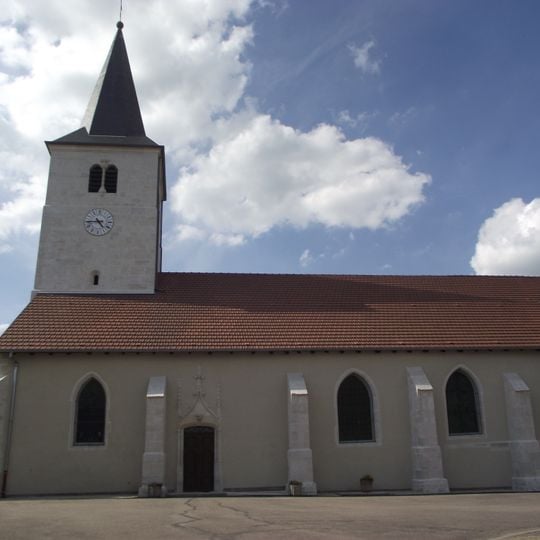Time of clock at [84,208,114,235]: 4:44
